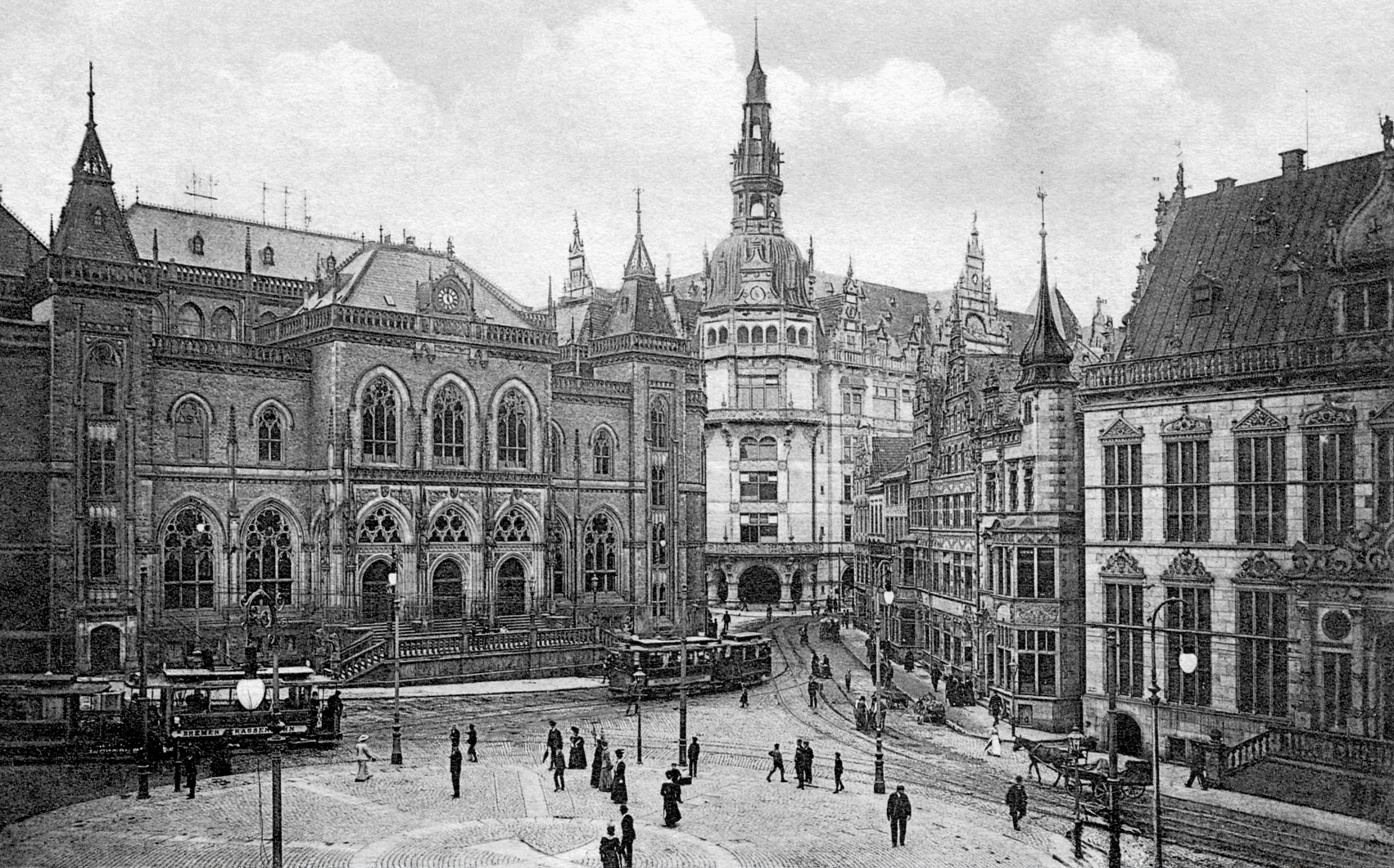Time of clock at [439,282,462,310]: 4:59
